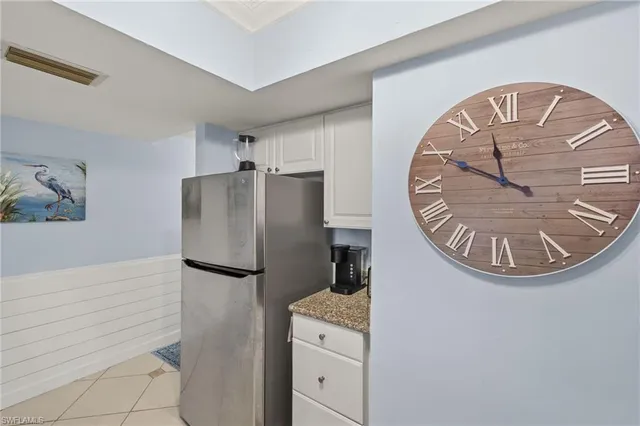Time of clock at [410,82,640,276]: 9:57
